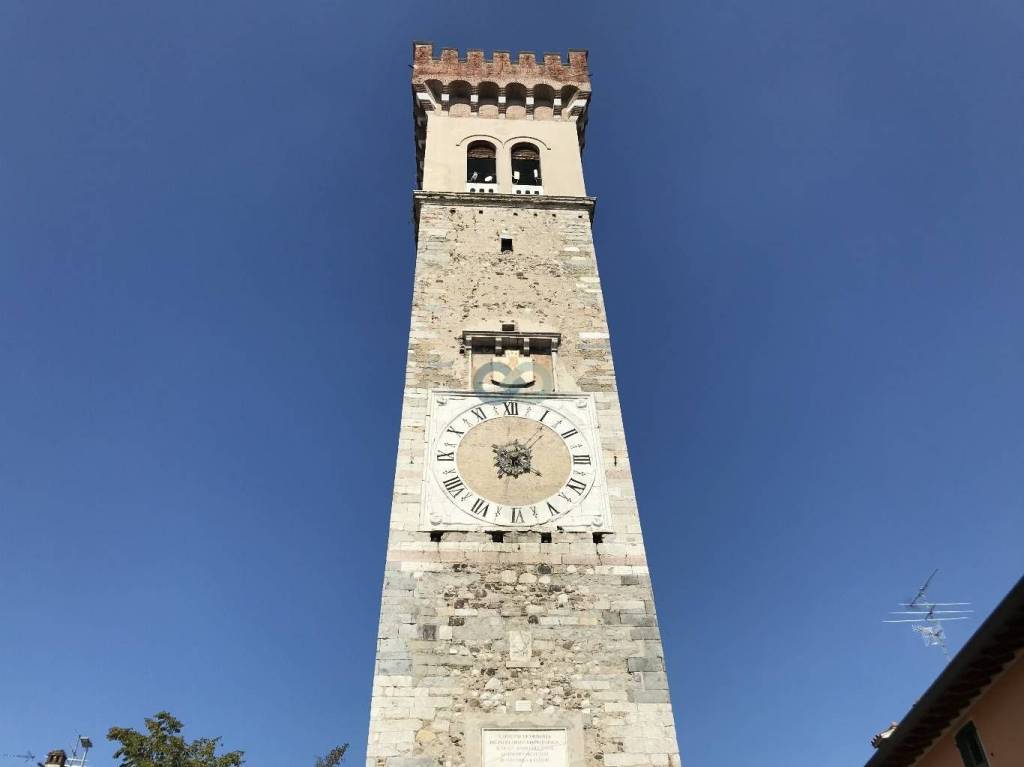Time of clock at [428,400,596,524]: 4:06
